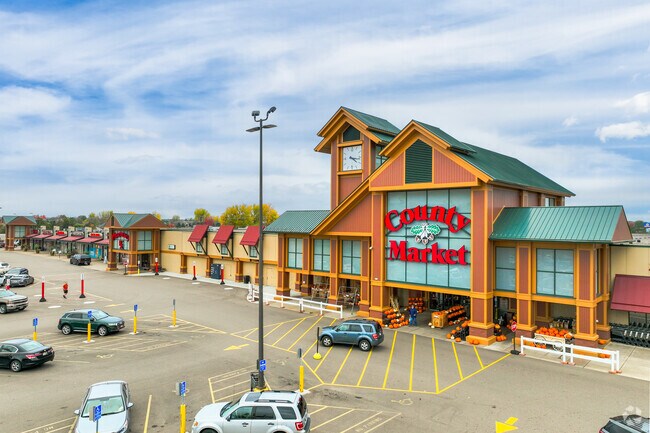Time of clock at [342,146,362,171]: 4:16
